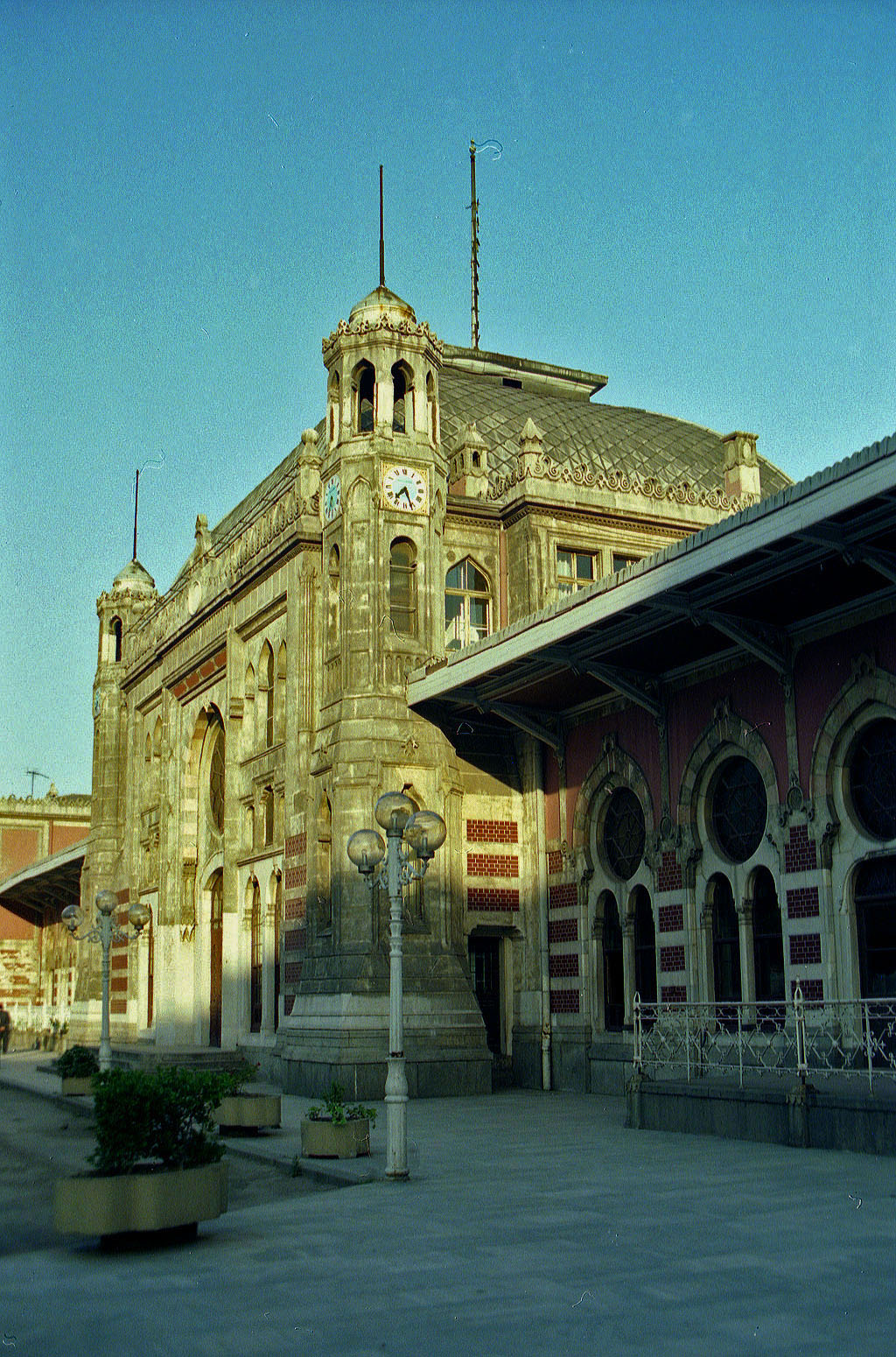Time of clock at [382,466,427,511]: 7:26
